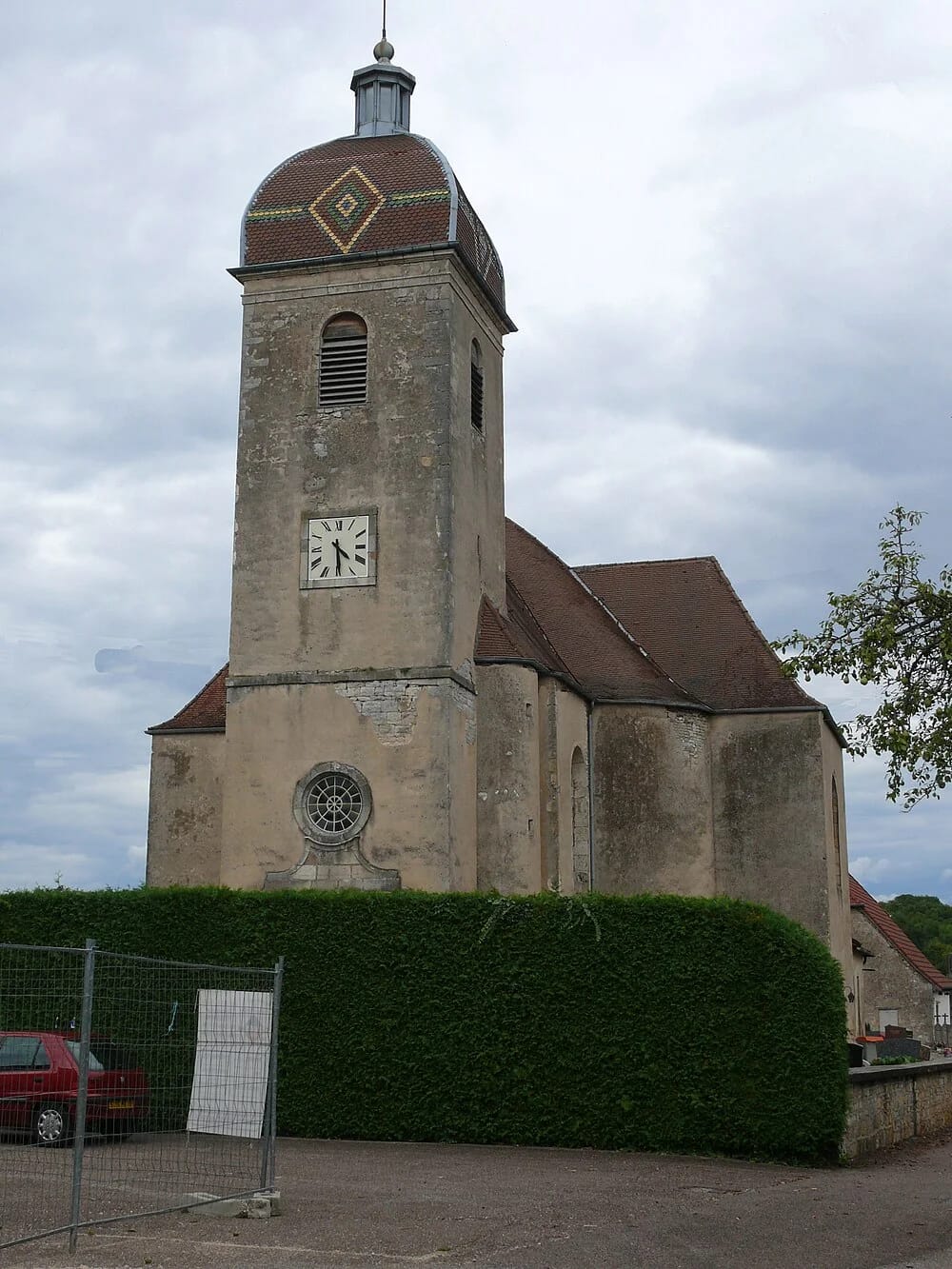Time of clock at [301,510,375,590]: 4:29
